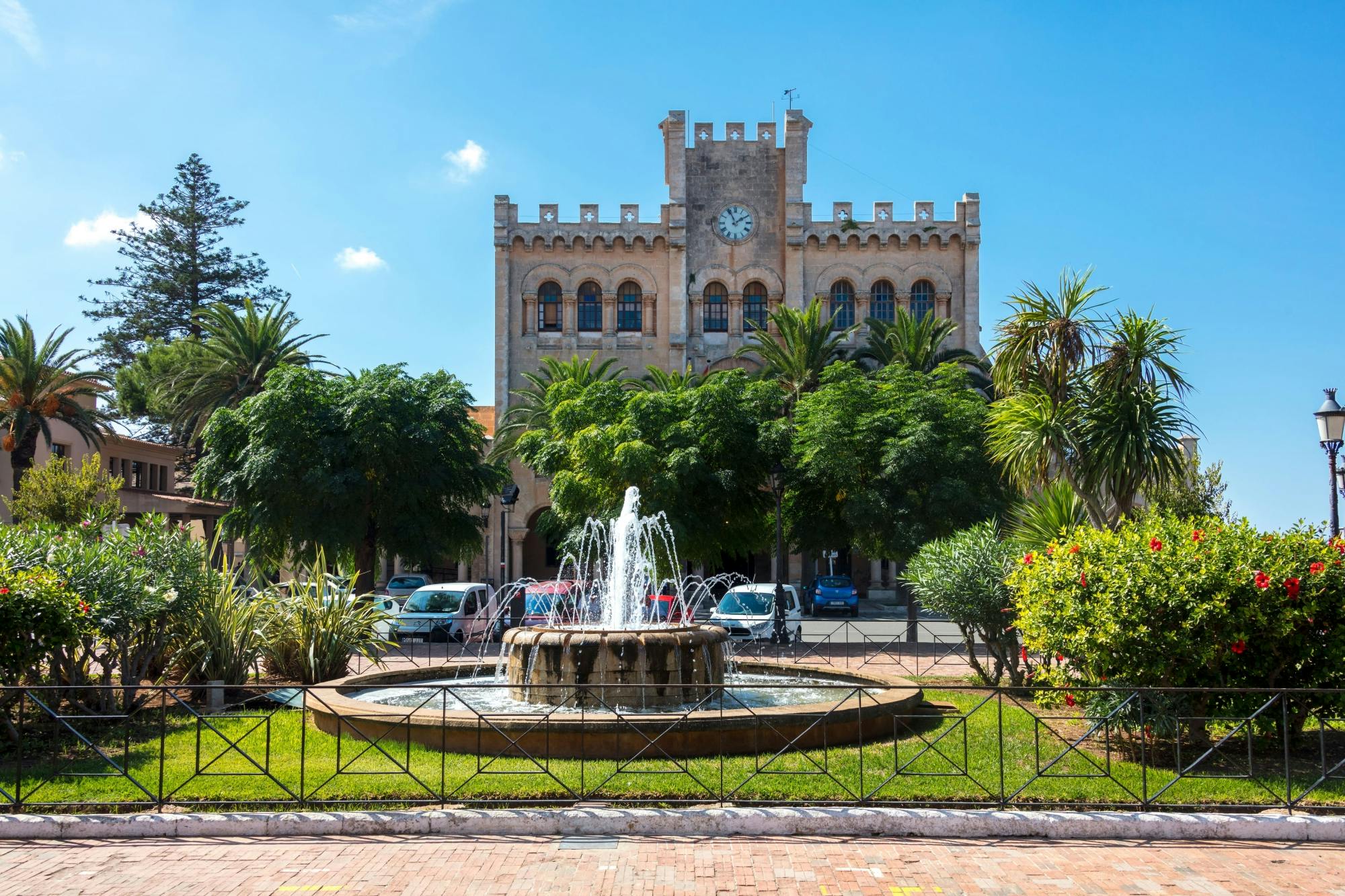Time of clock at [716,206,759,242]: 1:55
